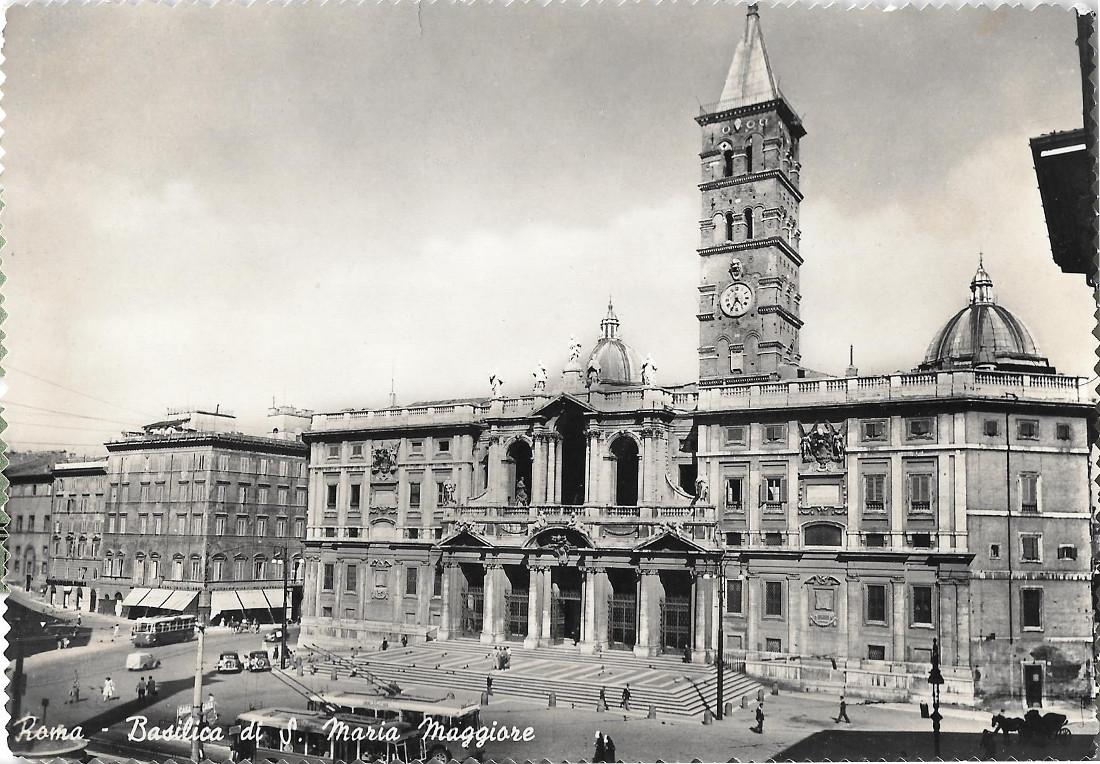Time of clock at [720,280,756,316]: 4:34
